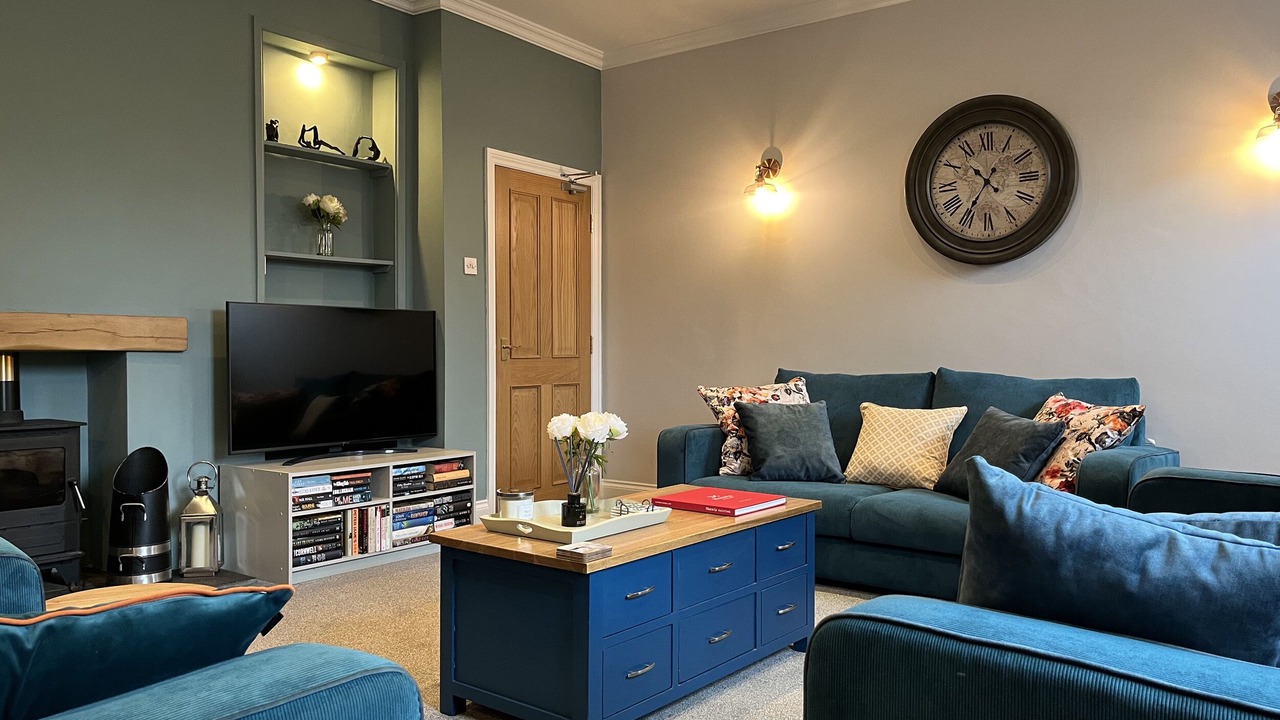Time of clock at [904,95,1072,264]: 10:35
